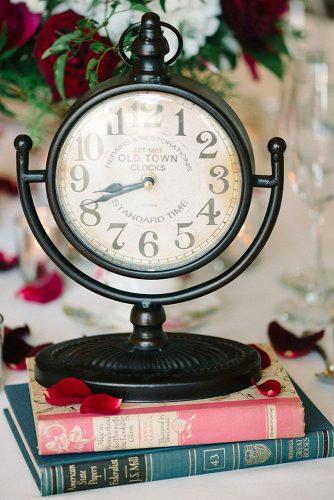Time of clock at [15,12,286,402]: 8:41
